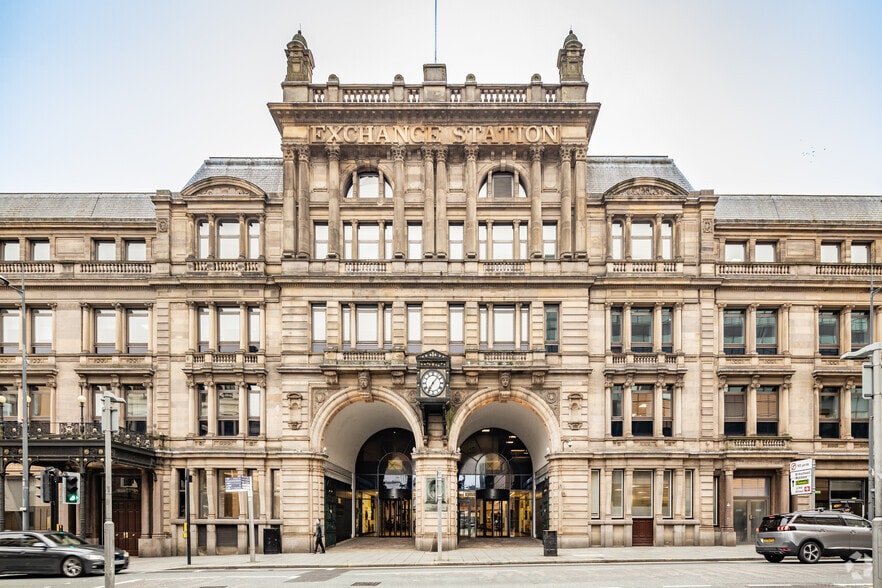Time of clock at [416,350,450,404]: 7:07
